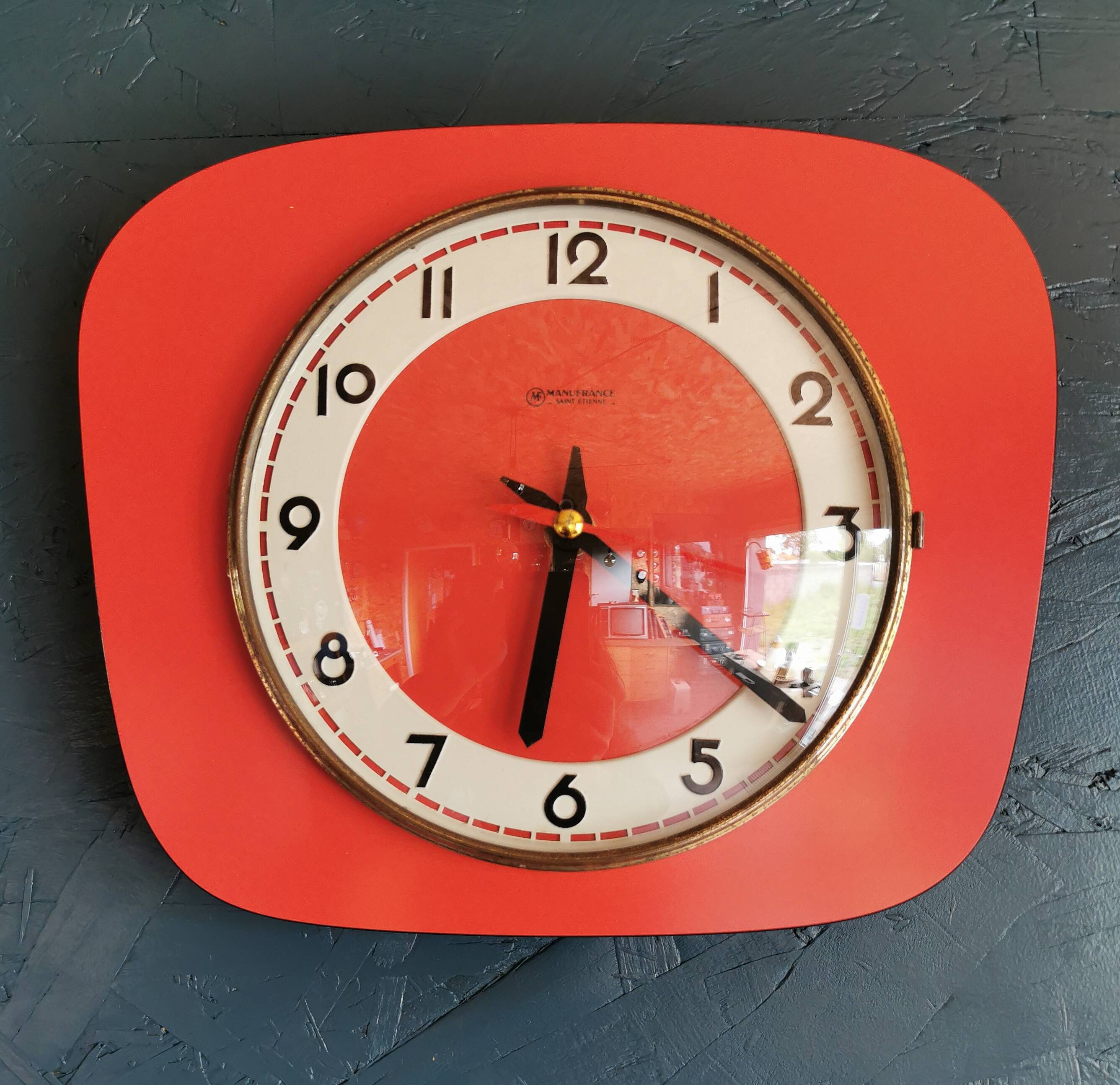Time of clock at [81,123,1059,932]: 6:21
